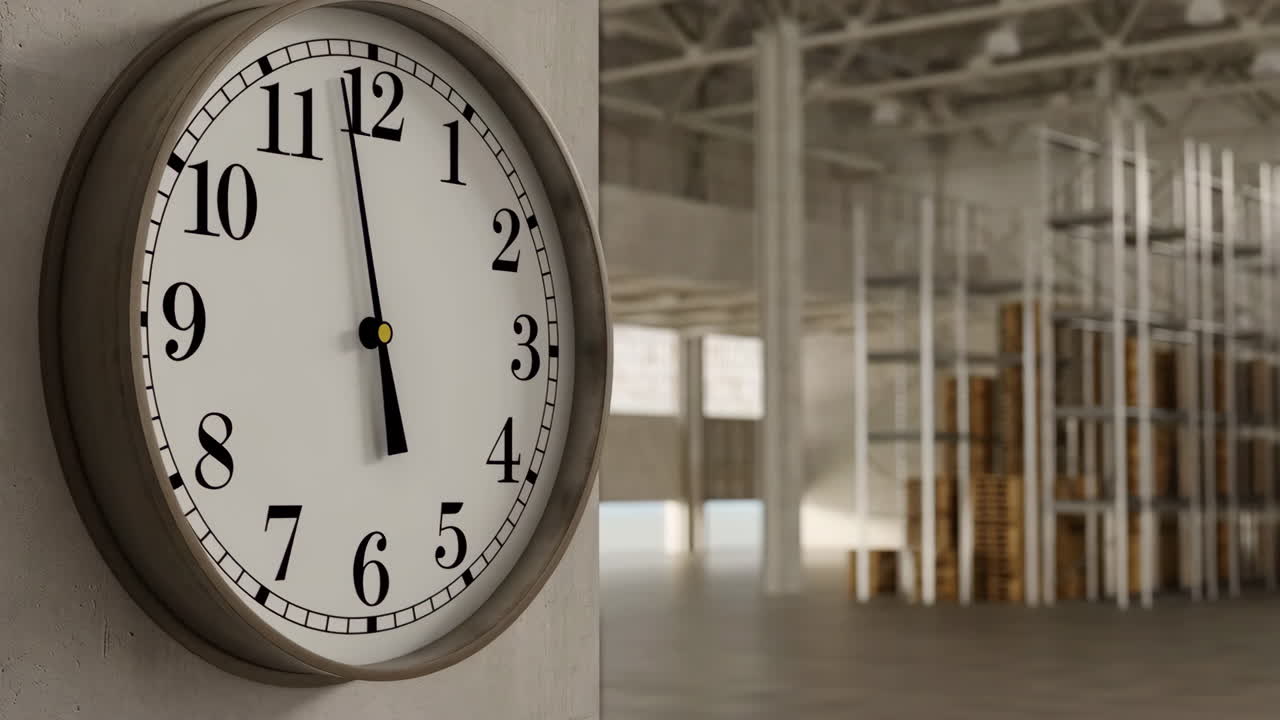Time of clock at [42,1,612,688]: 5:58
